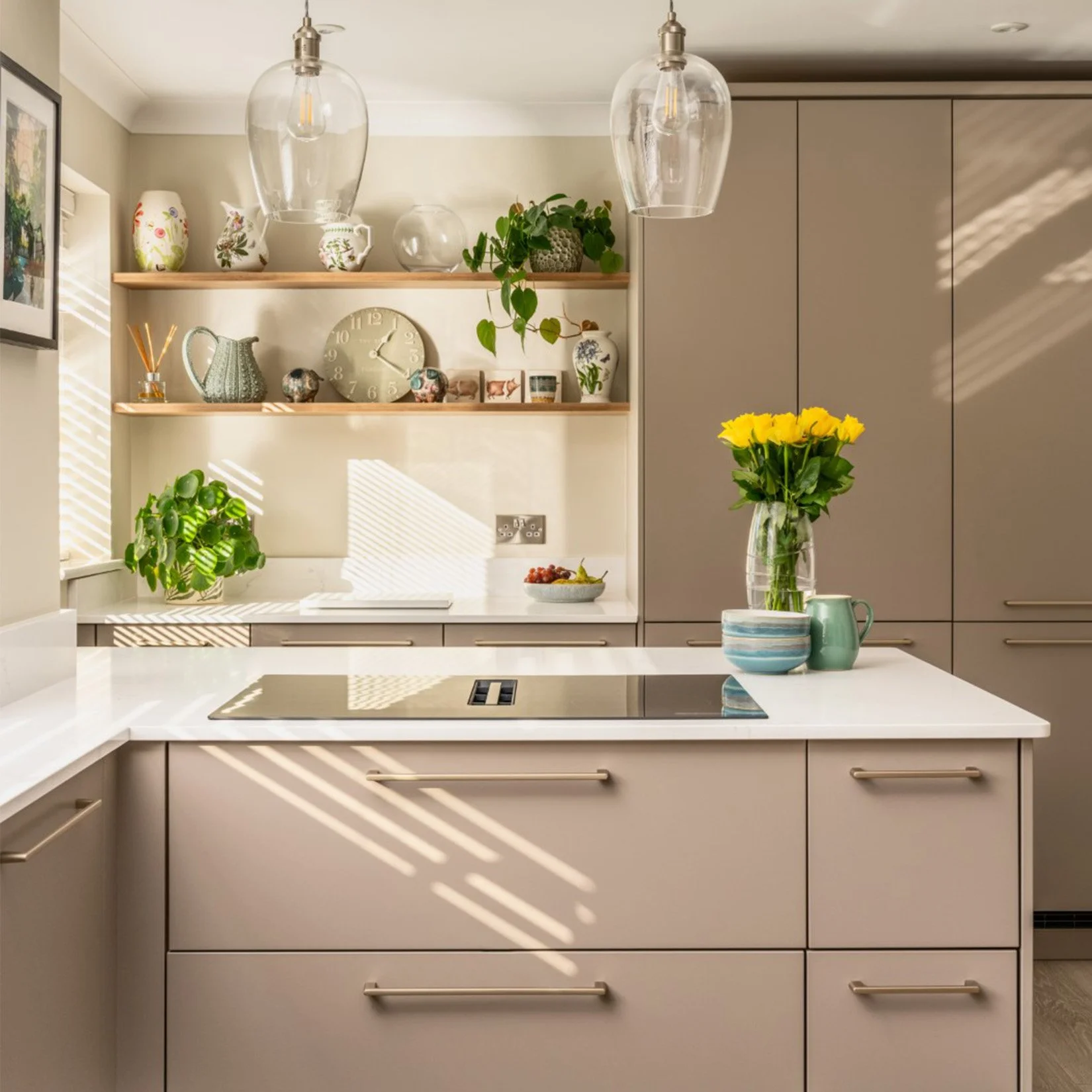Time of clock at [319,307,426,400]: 1:20
